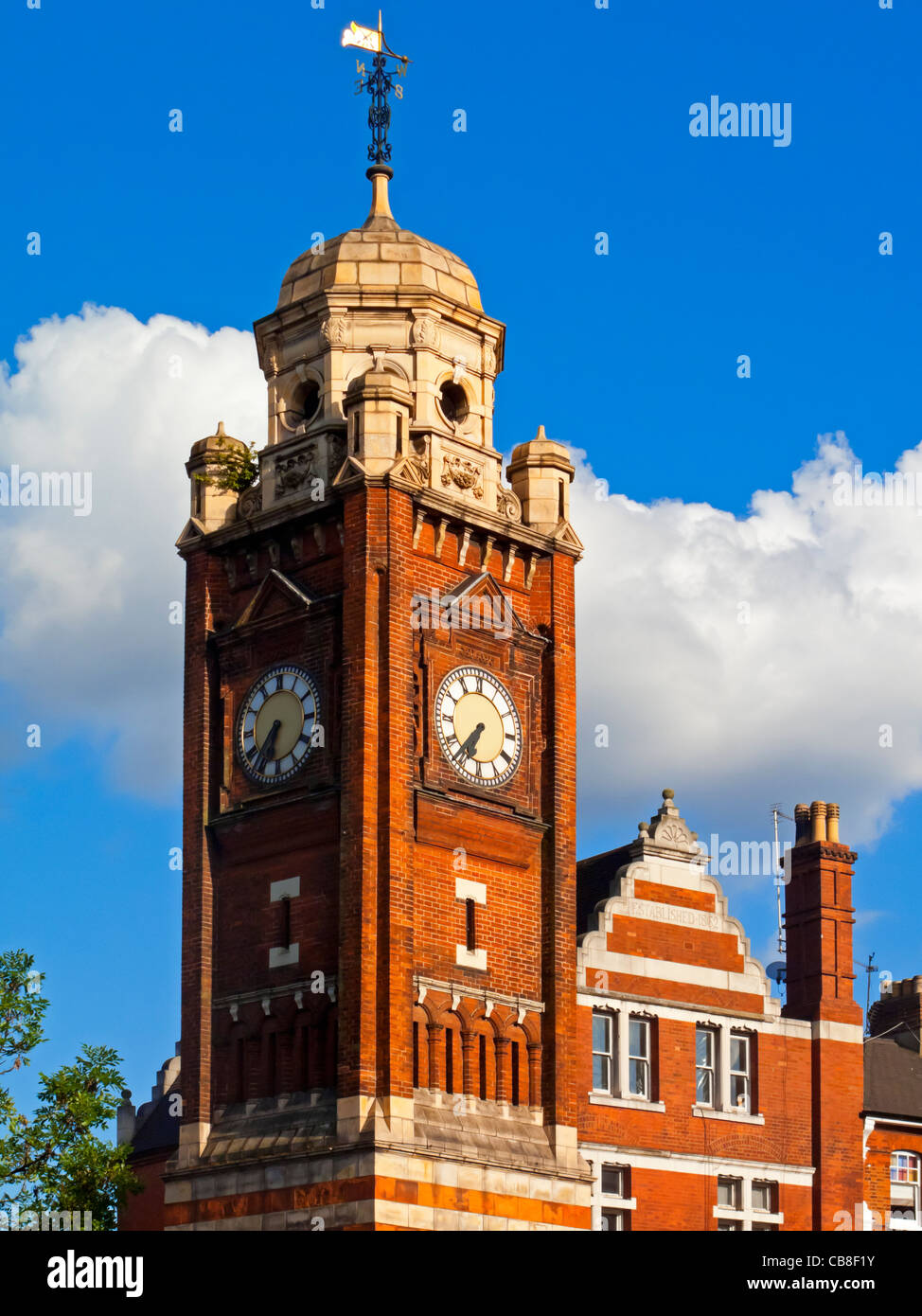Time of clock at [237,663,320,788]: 6:37
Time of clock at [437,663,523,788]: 6:36
